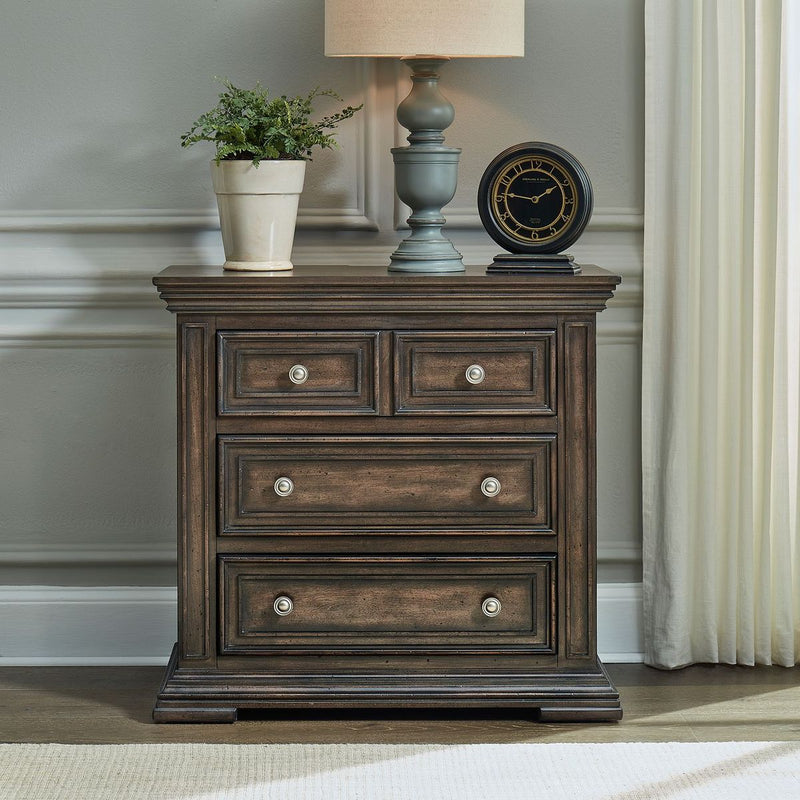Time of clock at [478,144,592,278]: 1:46
